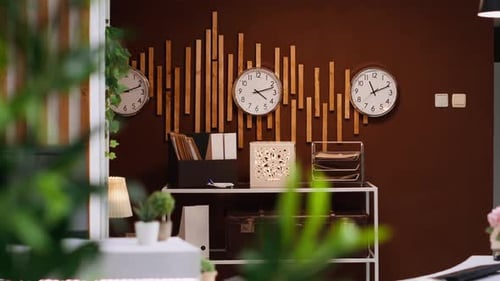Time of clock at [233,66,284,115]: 4:12
